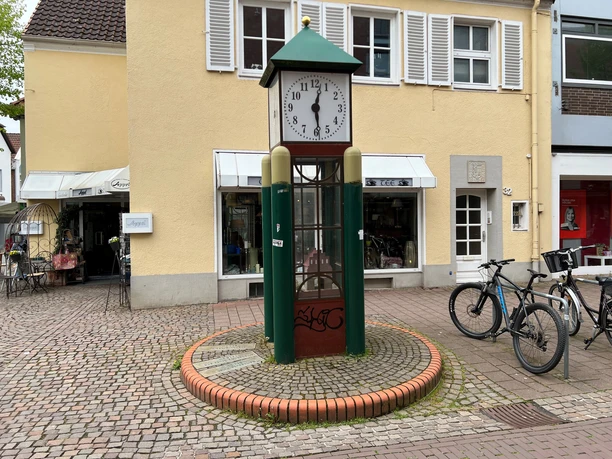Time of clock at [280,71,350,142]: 12:28
